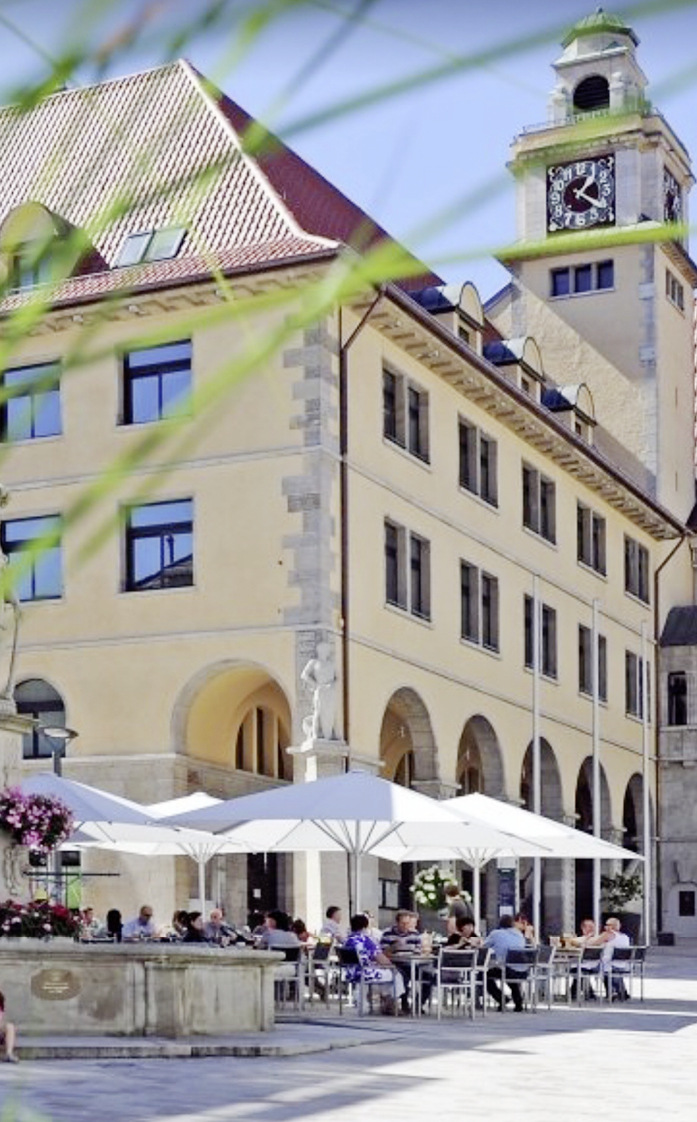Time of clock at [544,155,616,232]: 1:21
